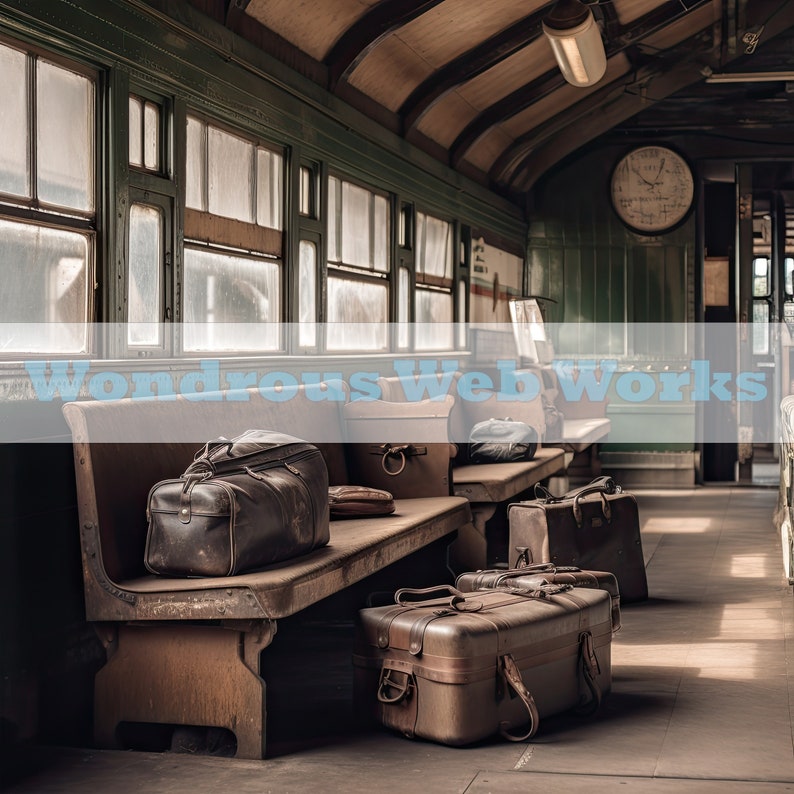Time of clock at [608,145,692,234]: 12:52
